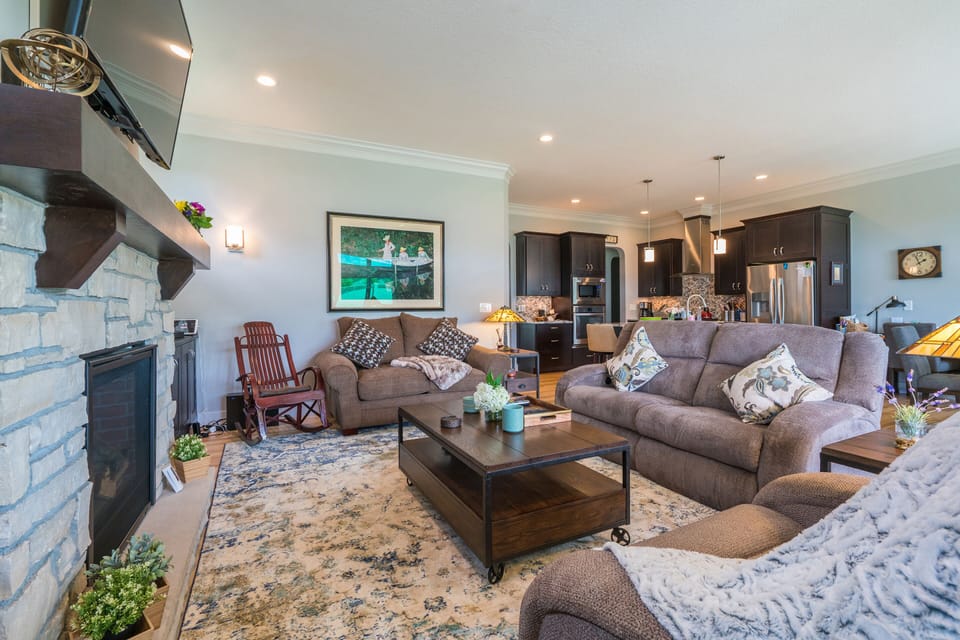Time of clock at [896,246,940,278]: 1:56
